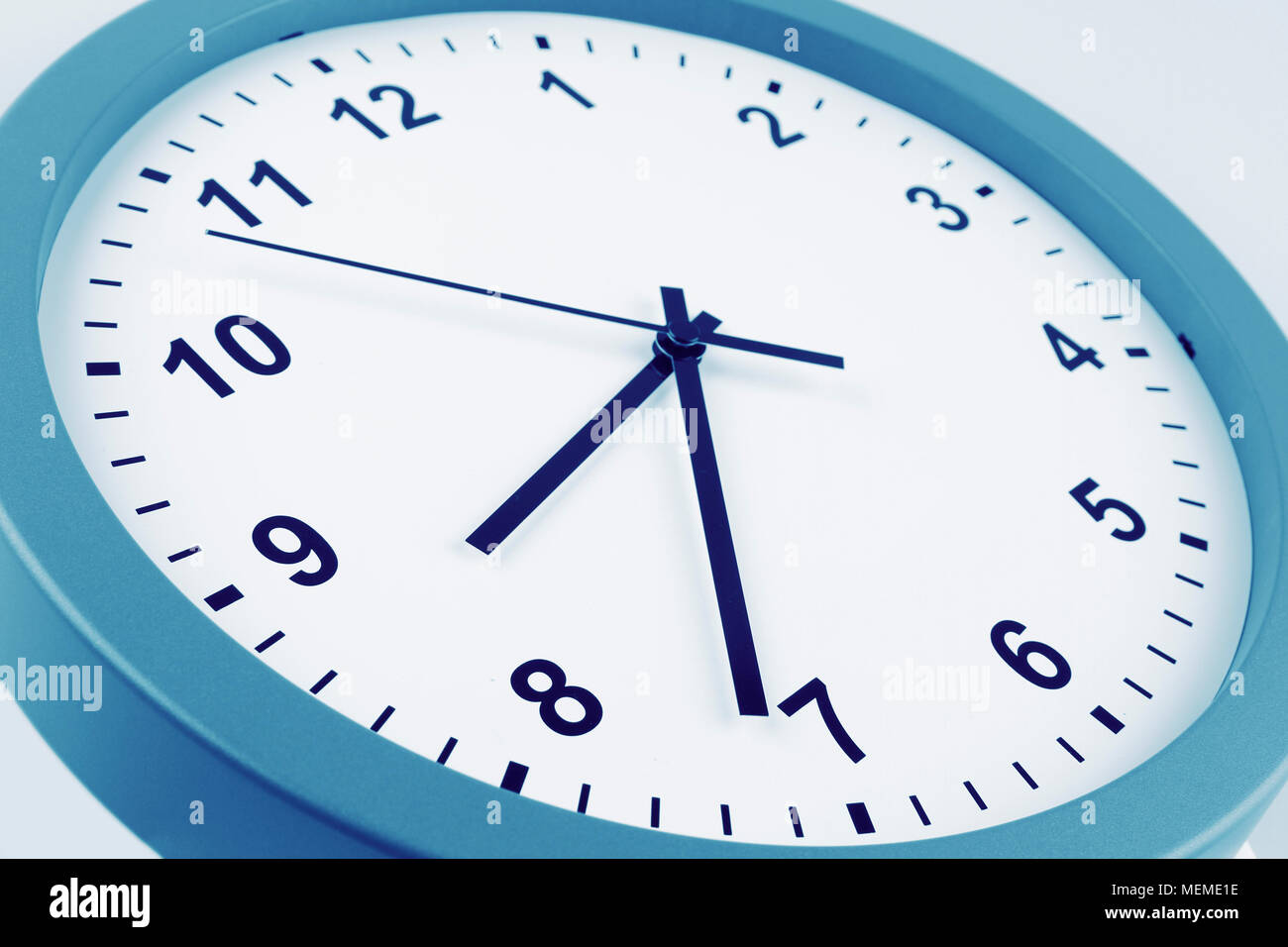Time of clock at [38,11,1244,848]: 7:31
